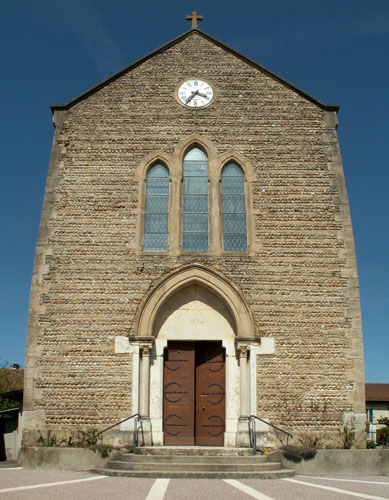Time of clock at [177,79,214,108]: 3:36
